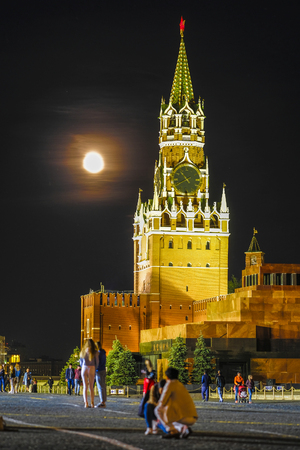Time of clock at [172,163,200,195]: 10:40
